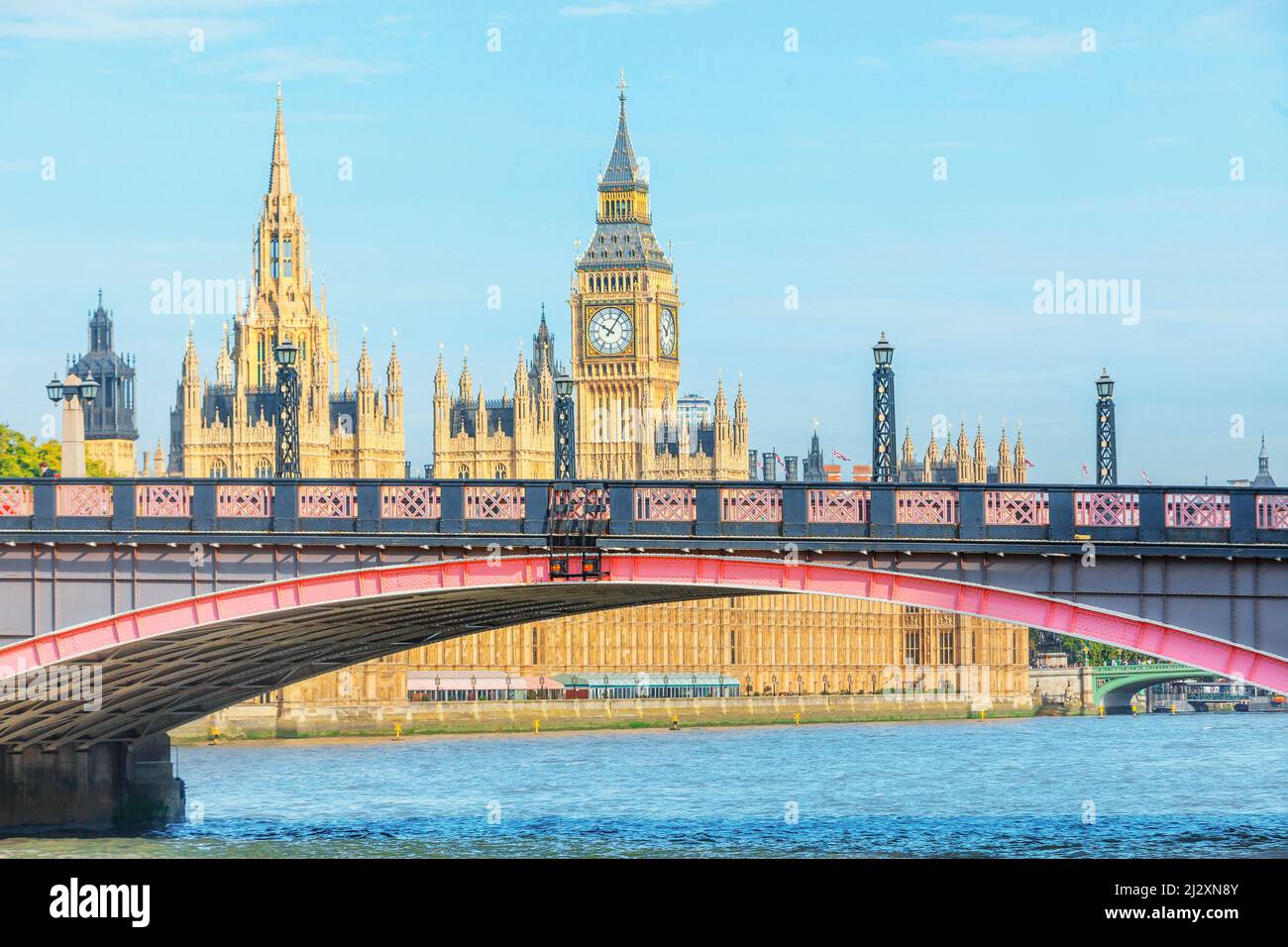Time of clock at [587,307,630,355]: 10:05
